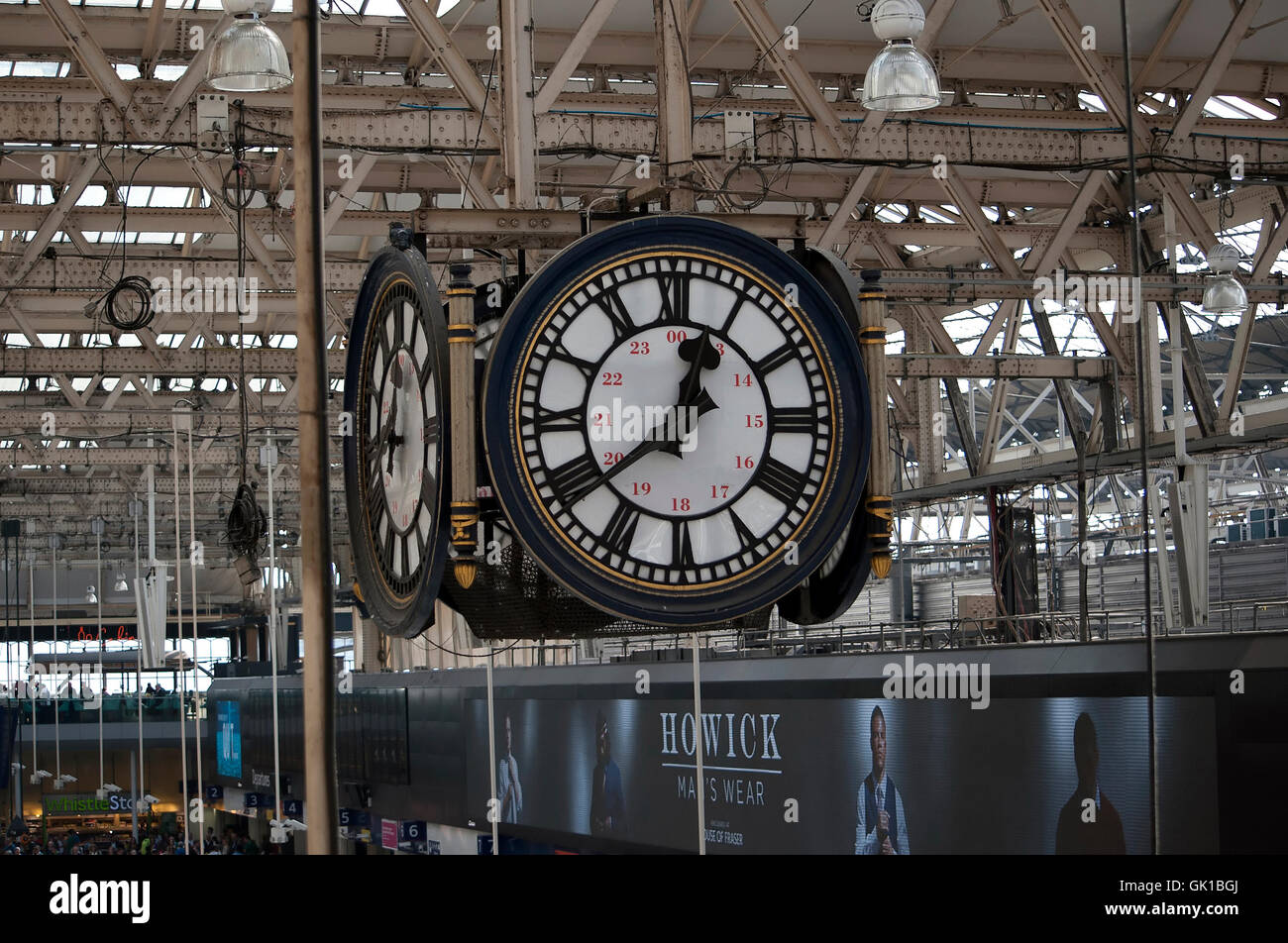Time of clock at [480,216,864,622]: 12:38
